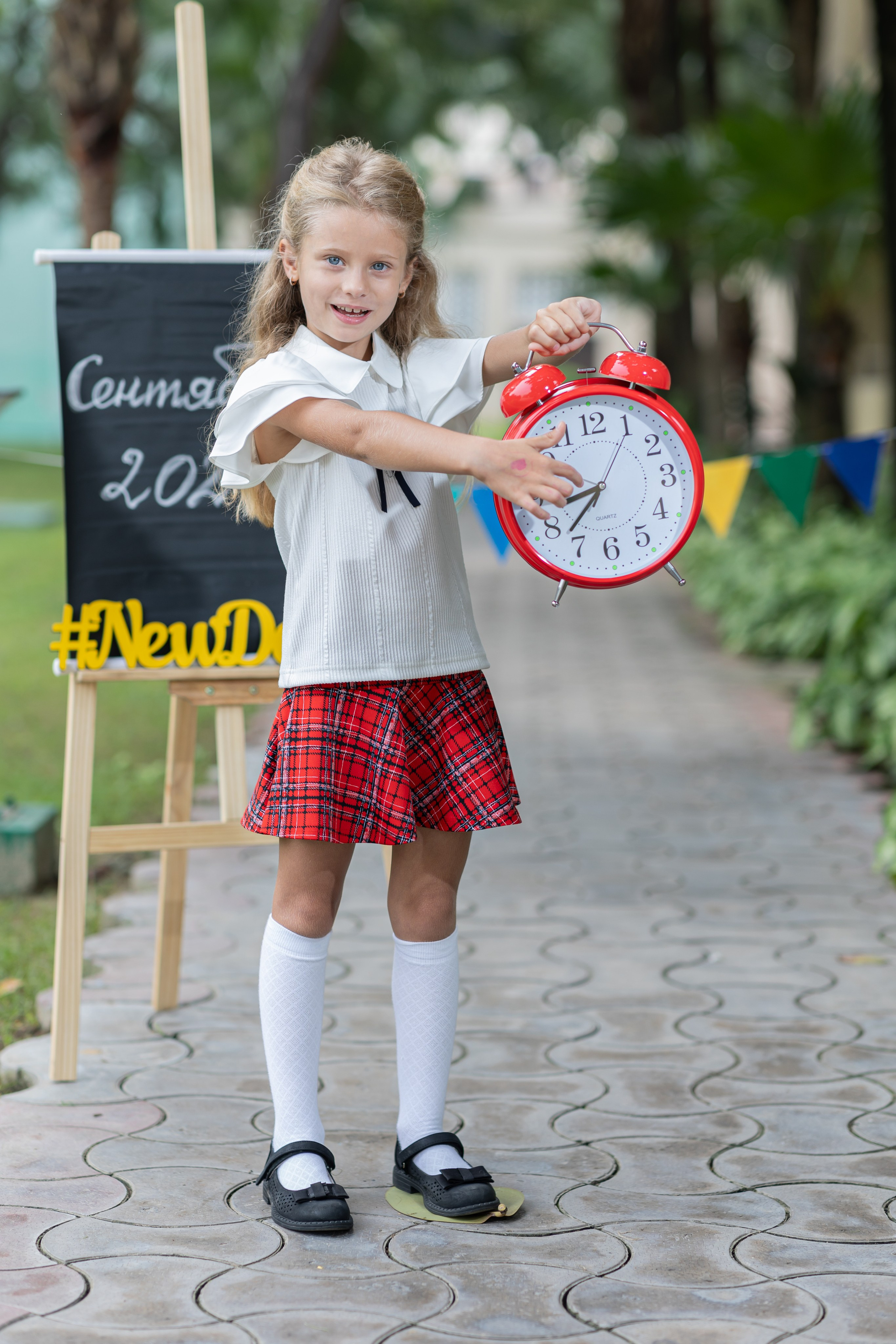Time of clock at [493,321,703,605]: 8:37
